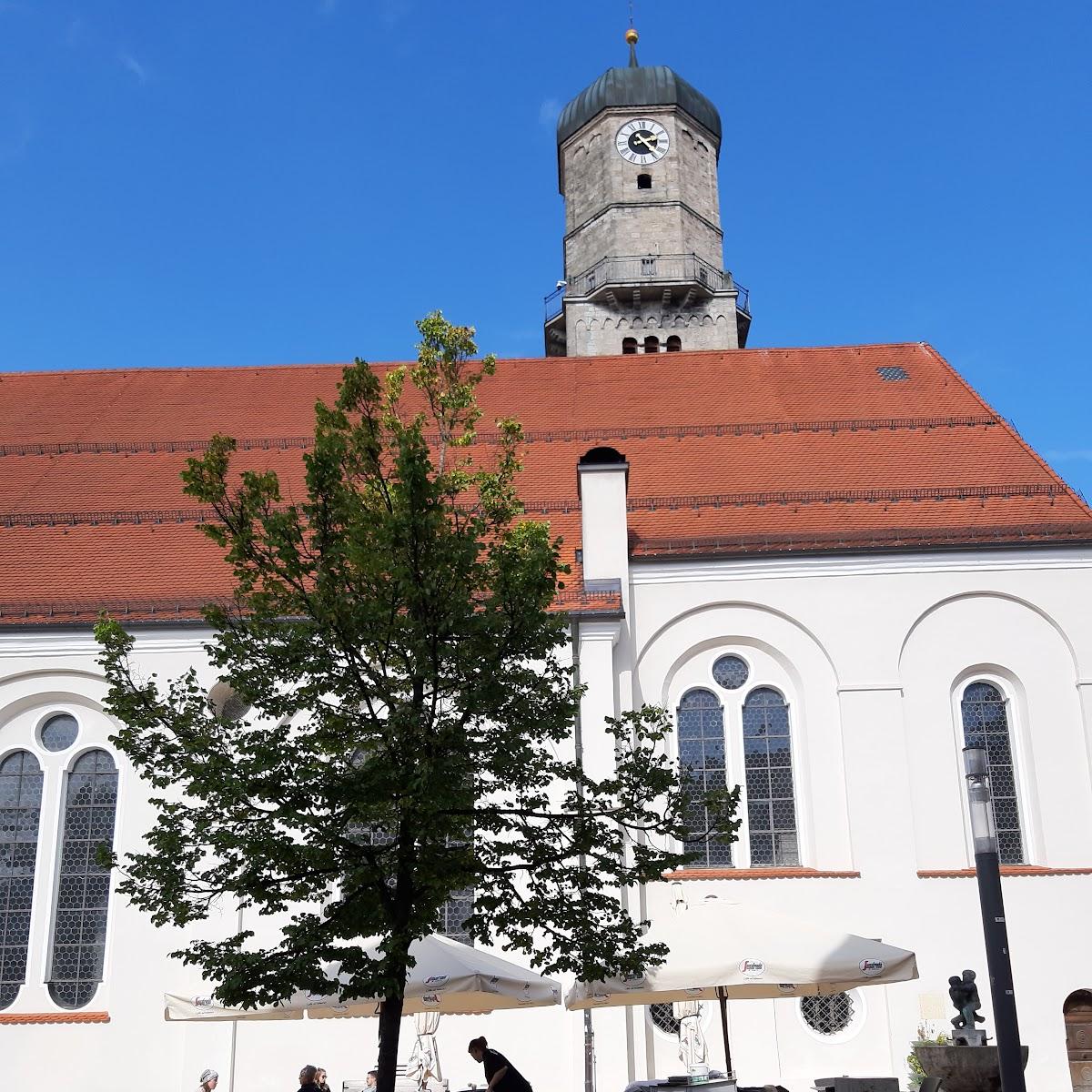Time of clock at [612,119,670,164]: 2:23
